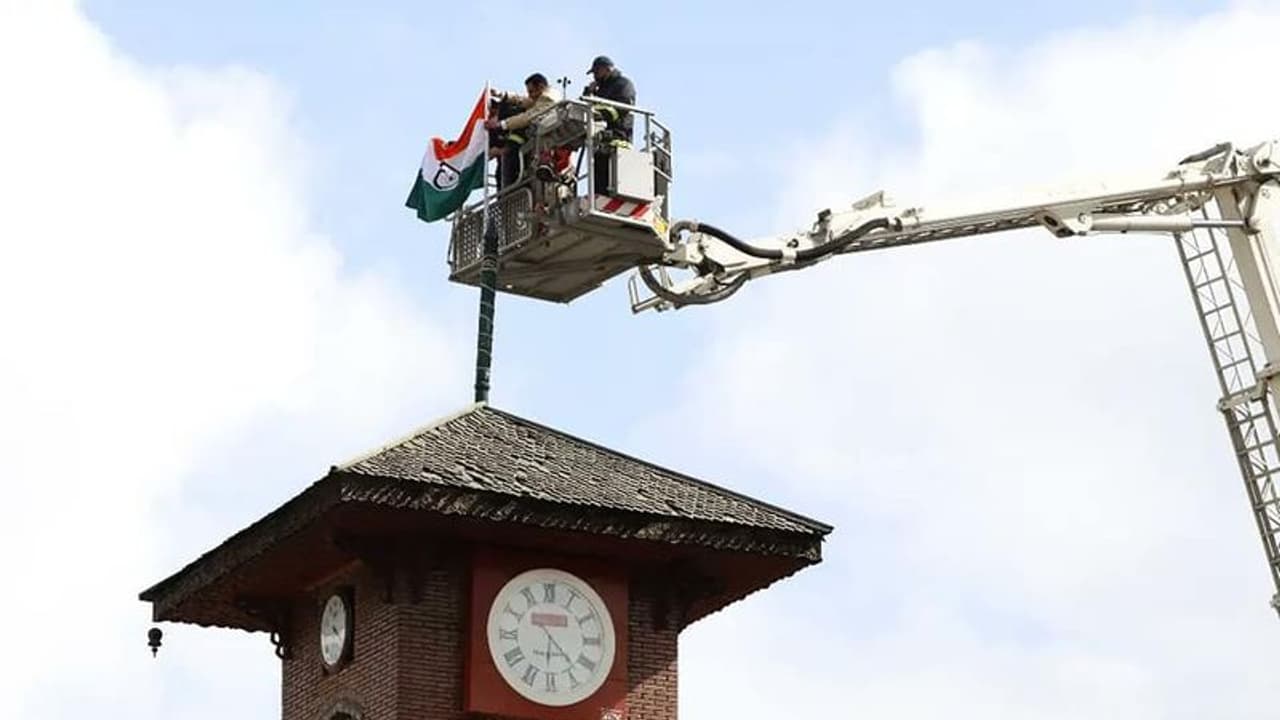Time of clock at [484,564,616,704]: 6:22
